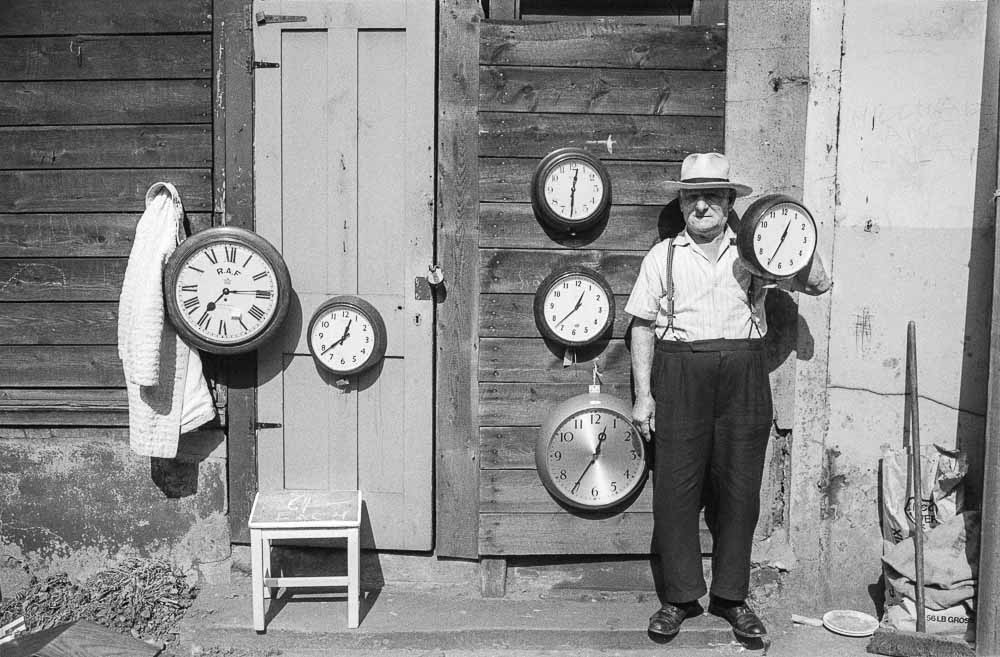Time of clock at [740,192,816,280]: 12:34
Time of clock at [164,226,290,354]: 7:14
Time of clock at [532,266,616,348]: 12:37
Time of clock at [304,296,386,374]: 12:38
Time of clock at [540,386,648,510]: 12:35
